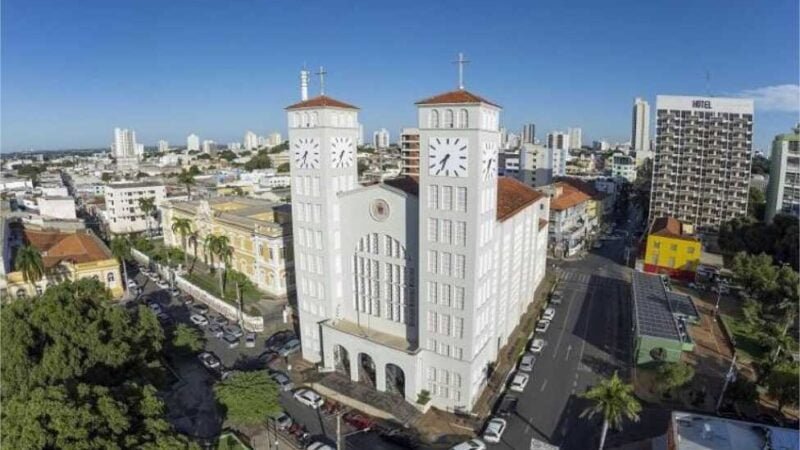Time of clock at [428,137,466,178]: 7:33
